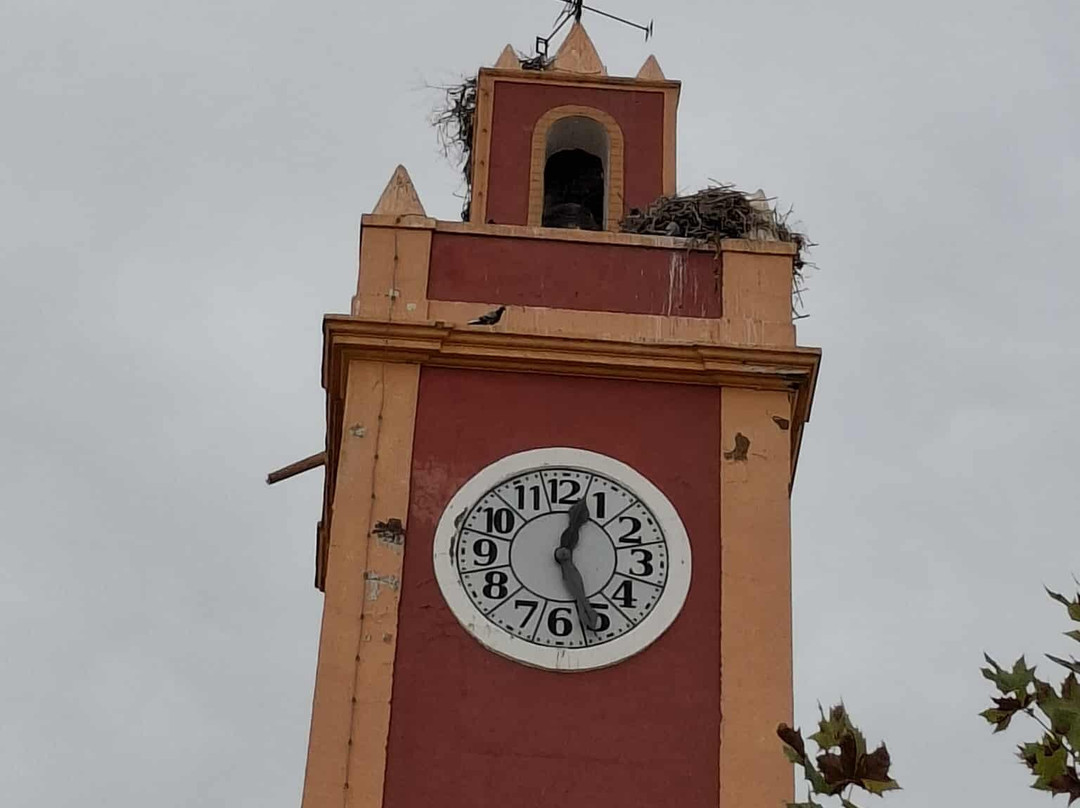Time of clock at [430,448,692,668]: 12:26
